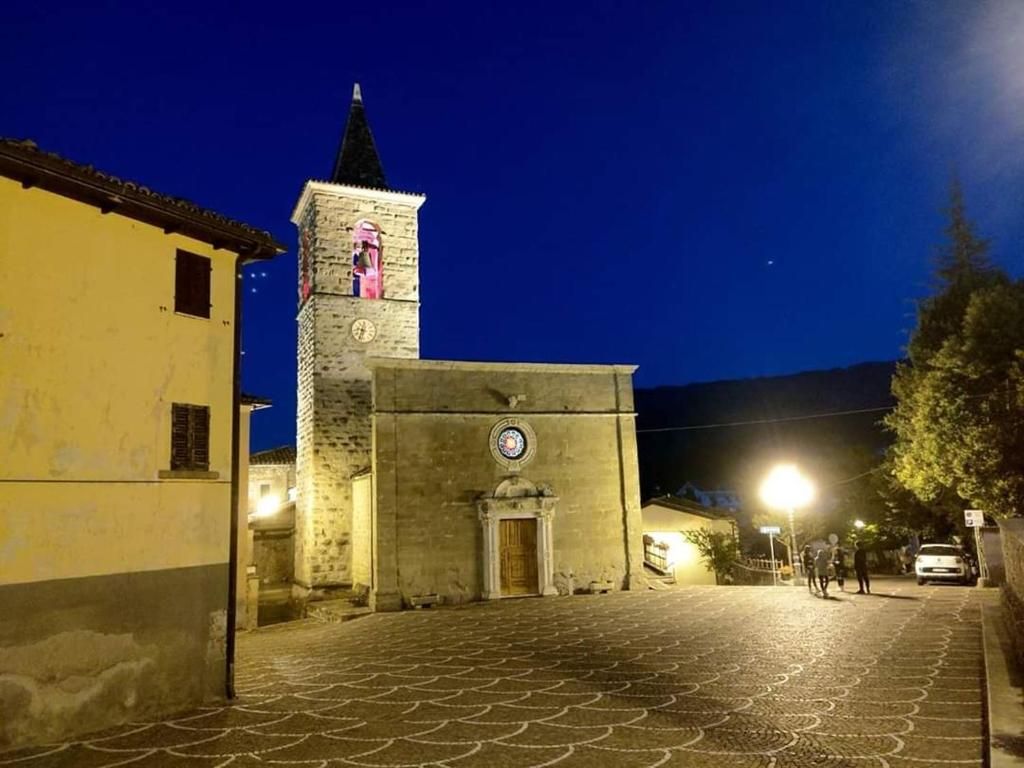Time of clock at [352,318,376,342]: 9:33
